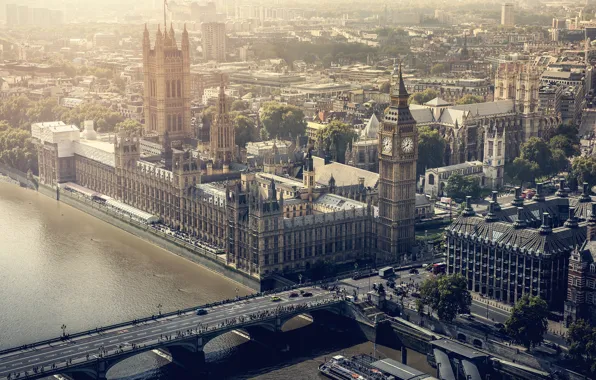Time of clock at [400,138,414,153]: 12:40
